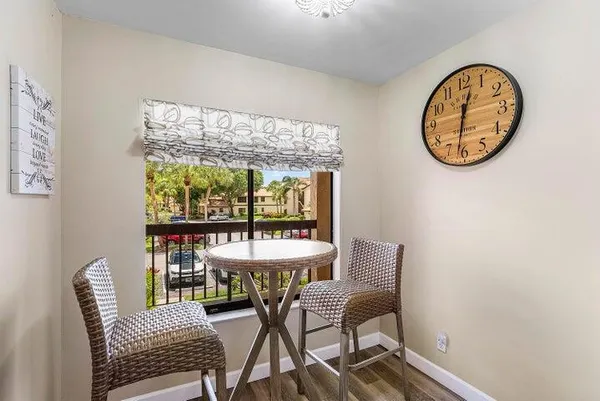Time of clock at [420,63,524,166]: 12:31
